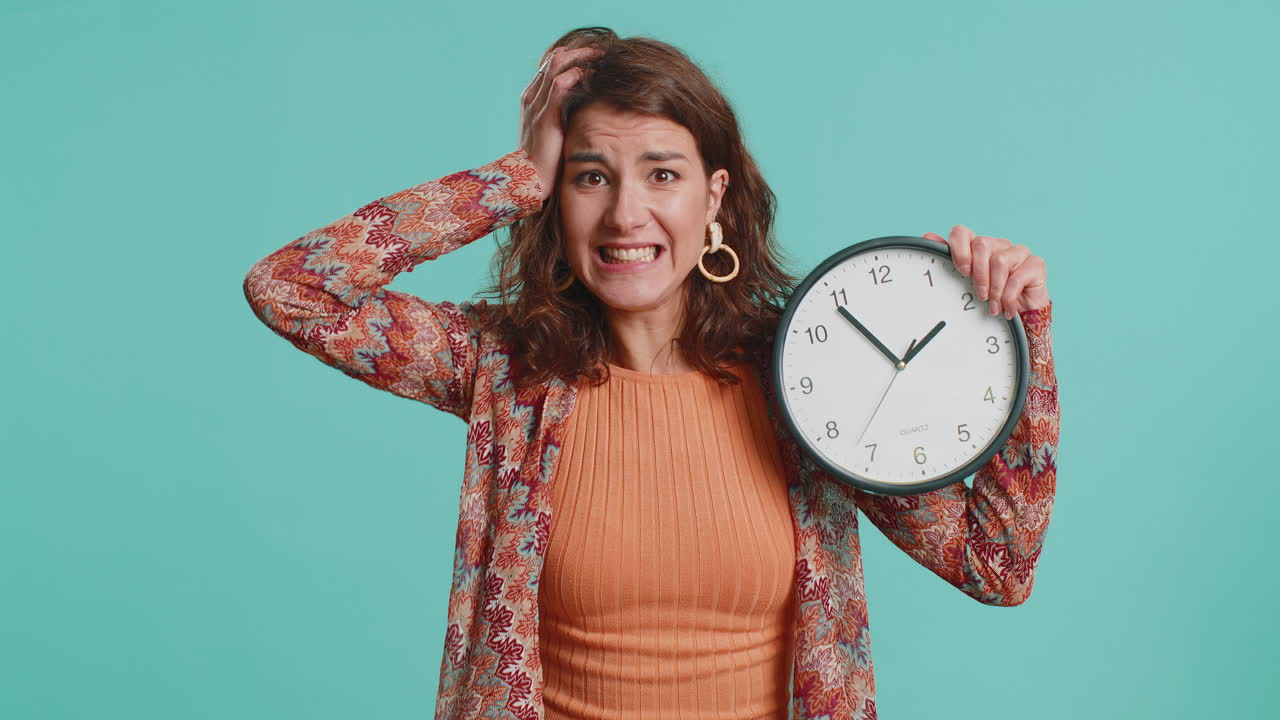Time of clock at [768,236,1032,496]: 1:54
